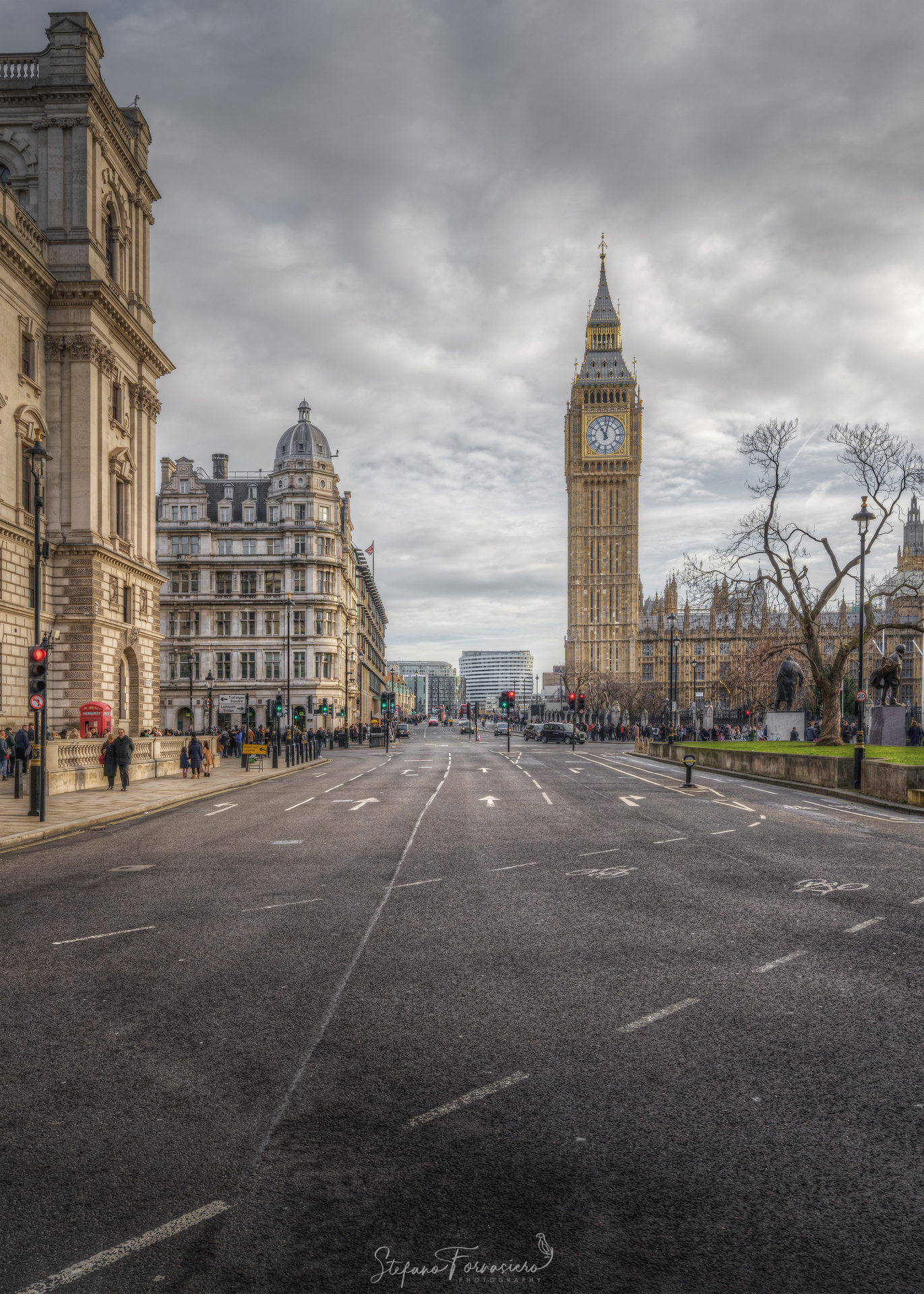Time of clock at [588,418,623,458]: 11:02
